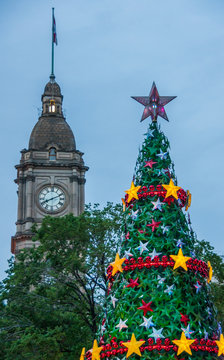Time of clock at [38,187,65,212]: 8:11
